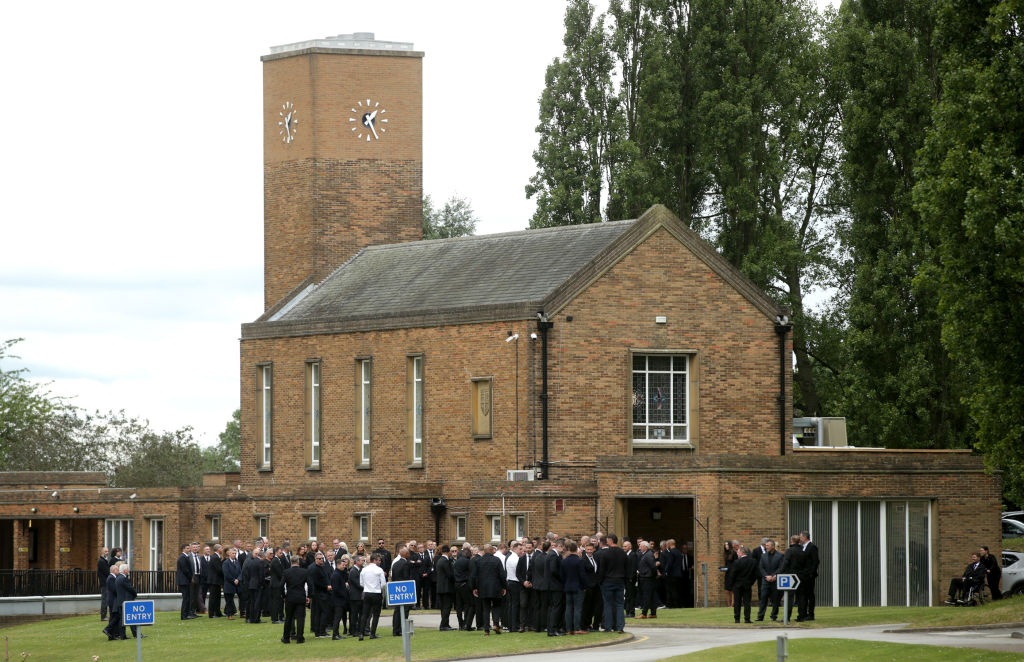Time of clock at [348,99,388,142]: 1:25
